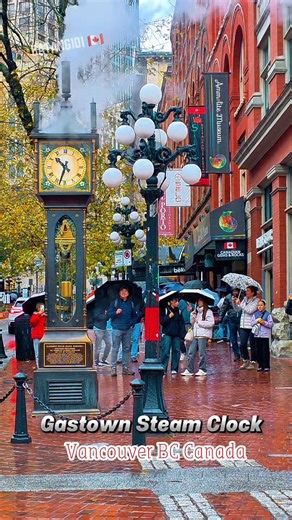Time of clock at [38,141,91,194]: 10:33
